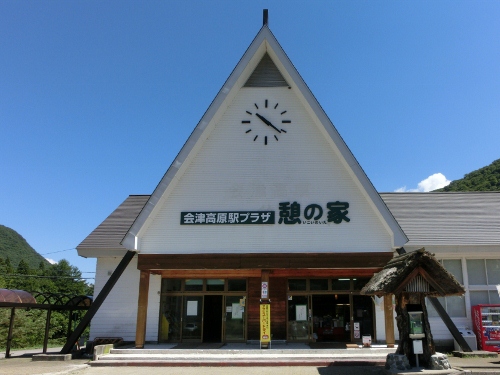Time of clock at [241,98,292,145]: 10:21
